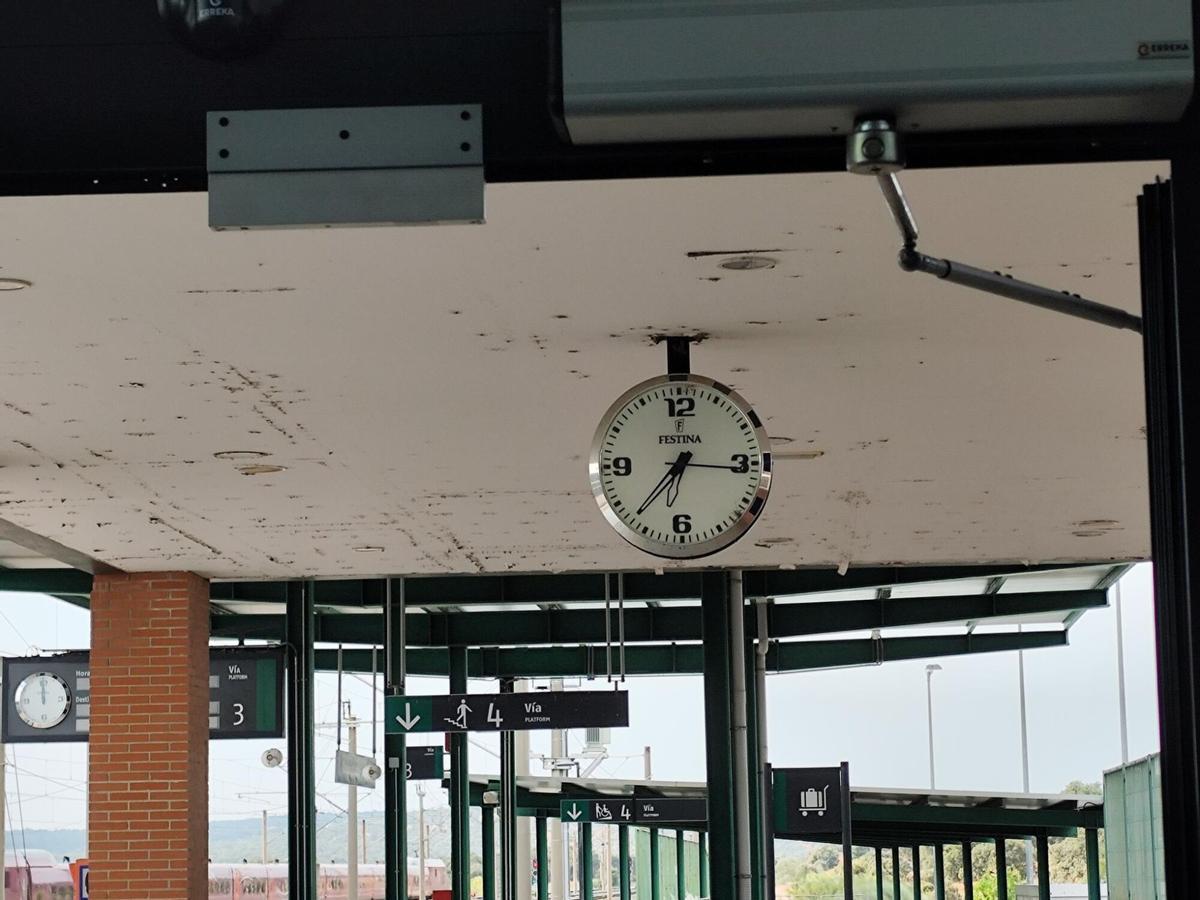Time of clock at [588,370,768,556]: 6:36
